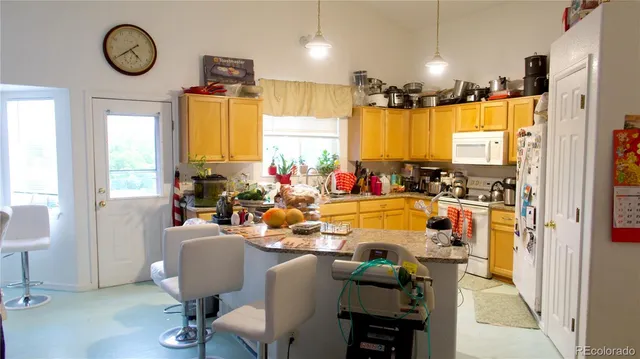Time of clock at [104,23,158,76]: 4:39
